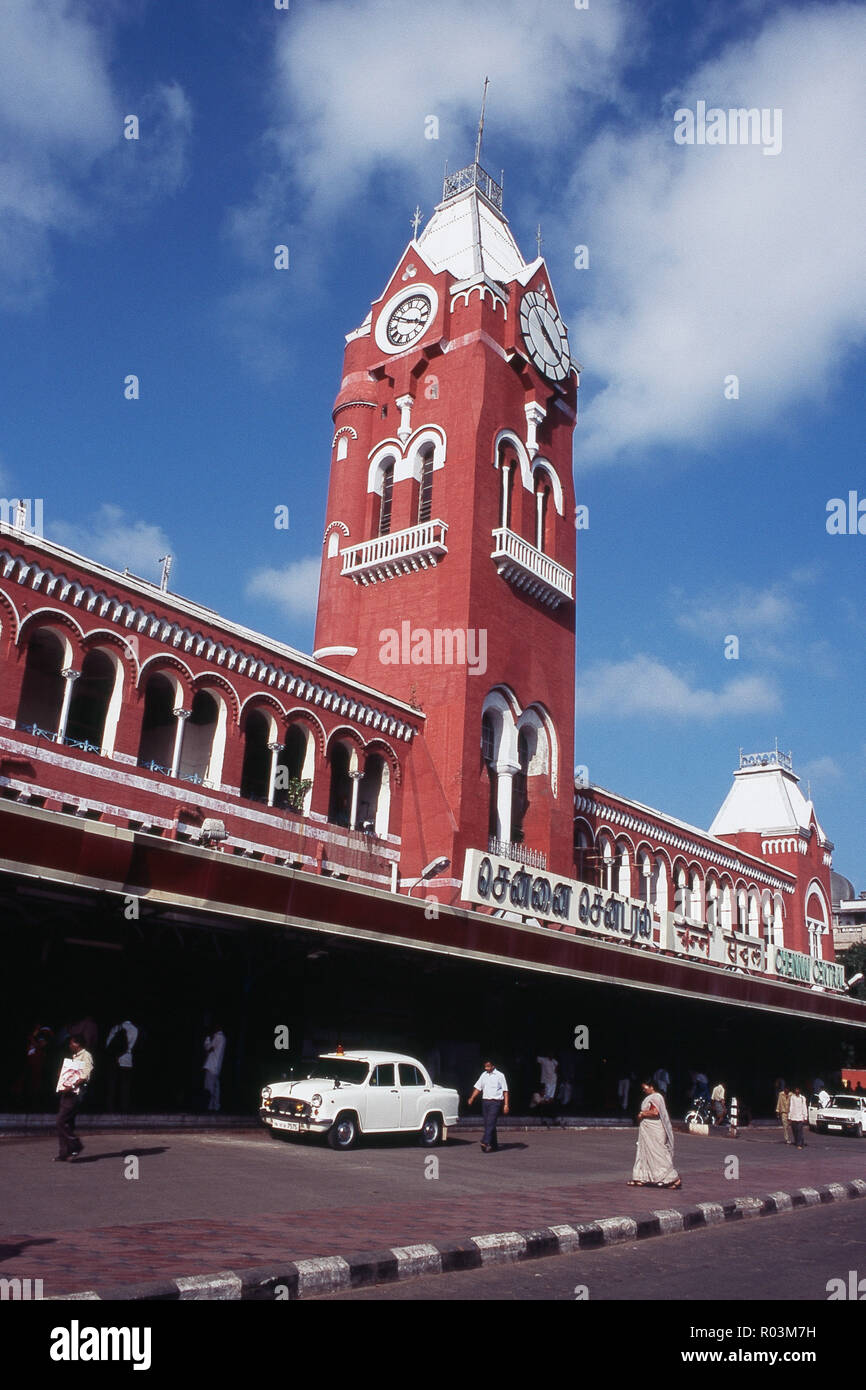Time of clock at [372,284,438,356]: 3:50
